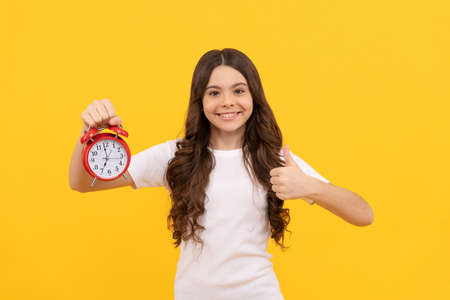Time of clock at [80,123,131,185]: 6:59
